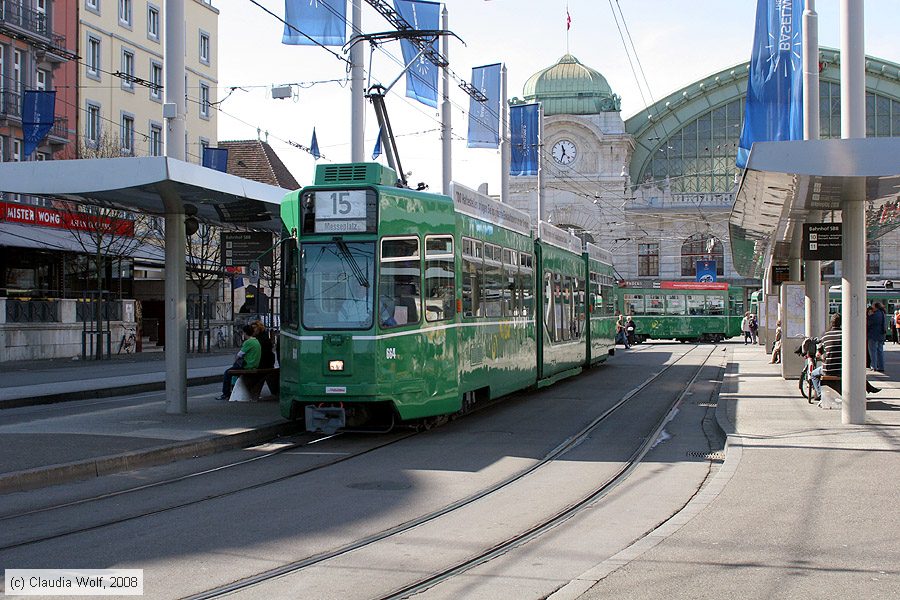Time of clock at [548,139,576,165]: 11:33
